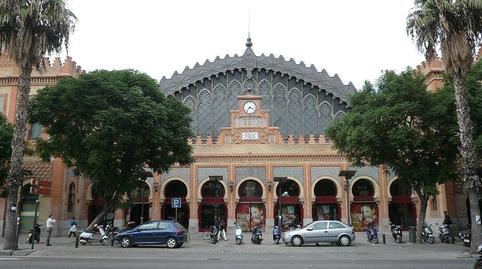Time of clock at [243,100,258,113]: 3:36
